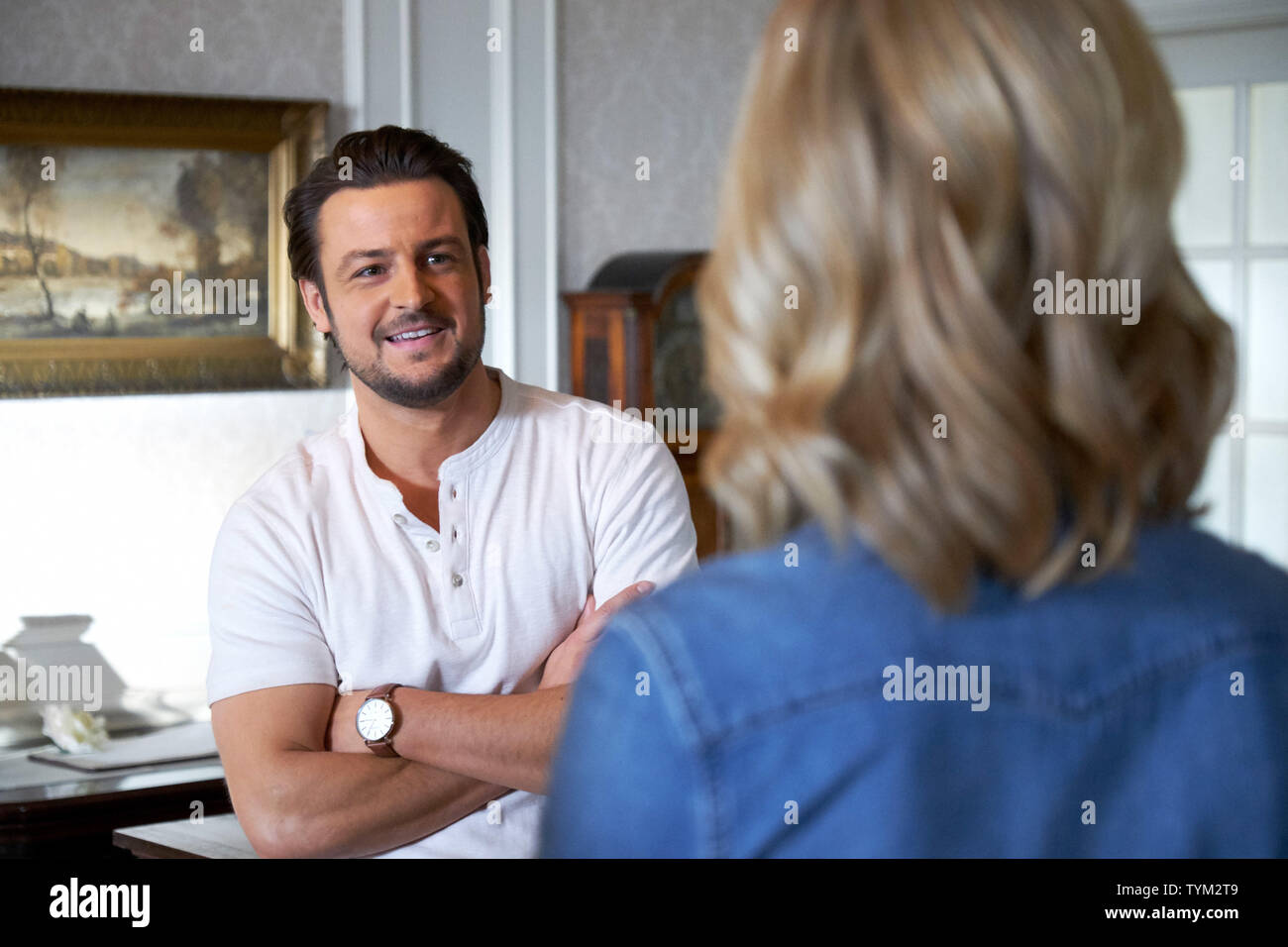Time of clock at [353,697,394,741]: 6:45
